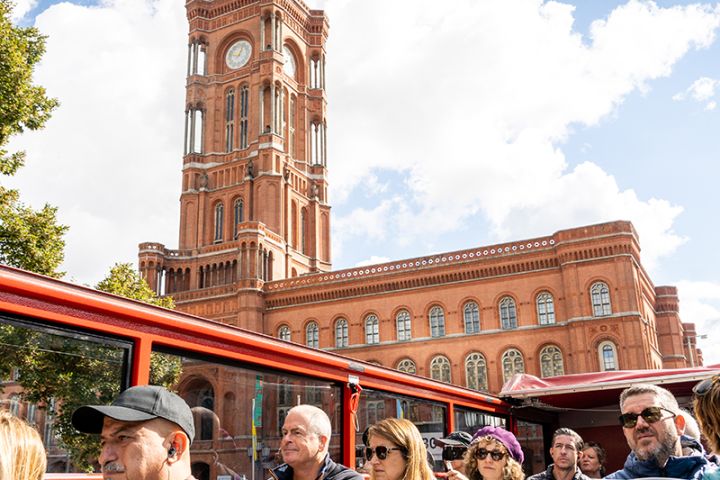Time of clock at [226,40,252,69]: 12:47
